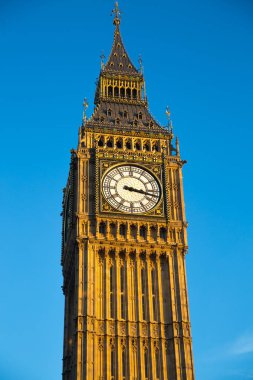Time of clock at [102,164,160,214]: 3:17
